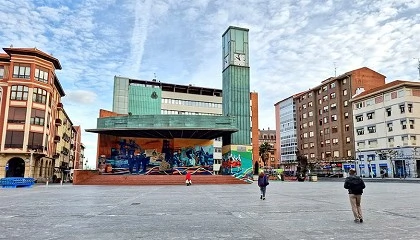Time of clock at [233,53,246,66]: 9:57
